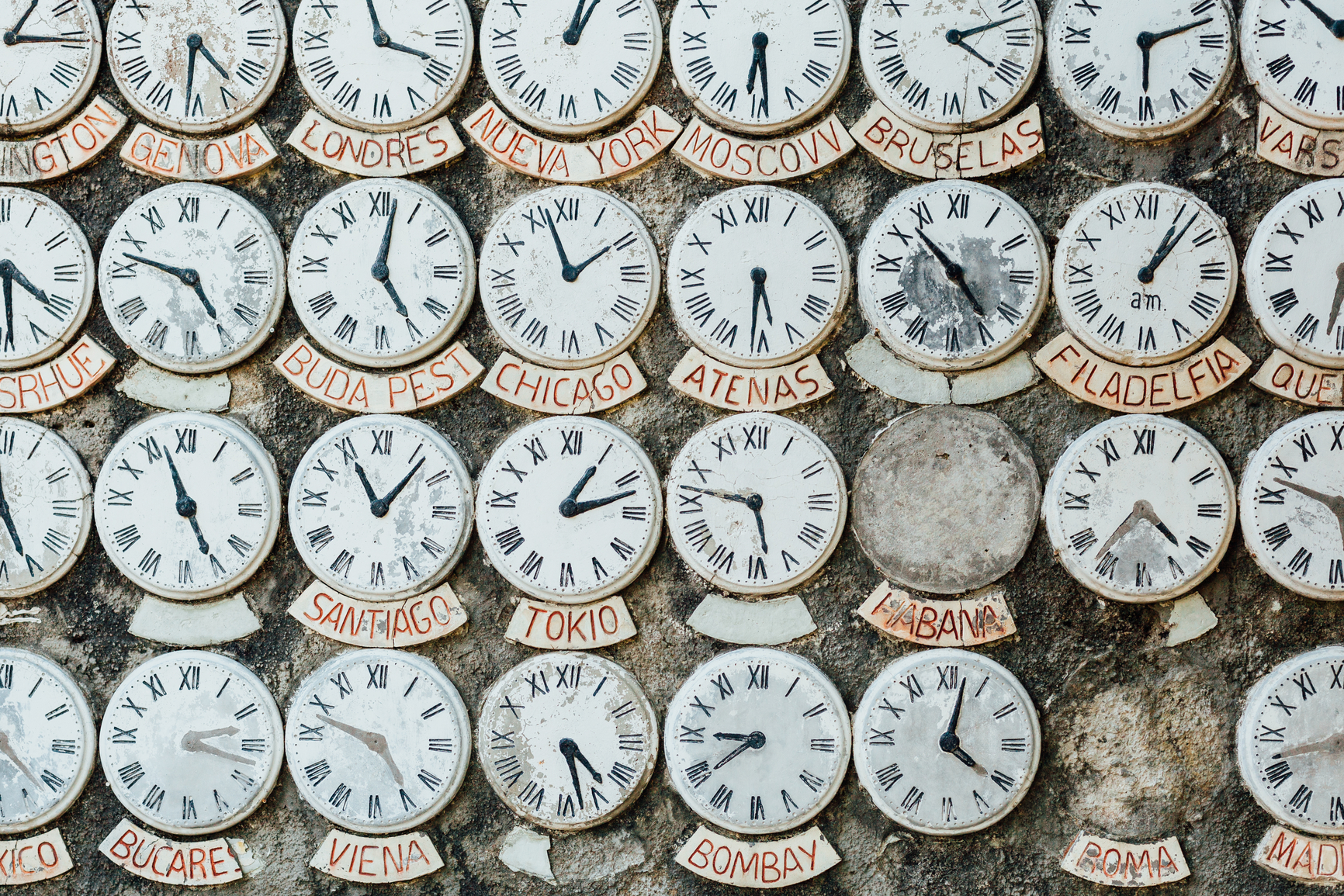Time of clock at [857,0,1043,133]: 4:12
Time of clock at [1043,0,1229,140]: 6:12
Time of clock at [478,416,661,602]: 1:12
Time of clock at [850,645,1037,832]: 4:02
